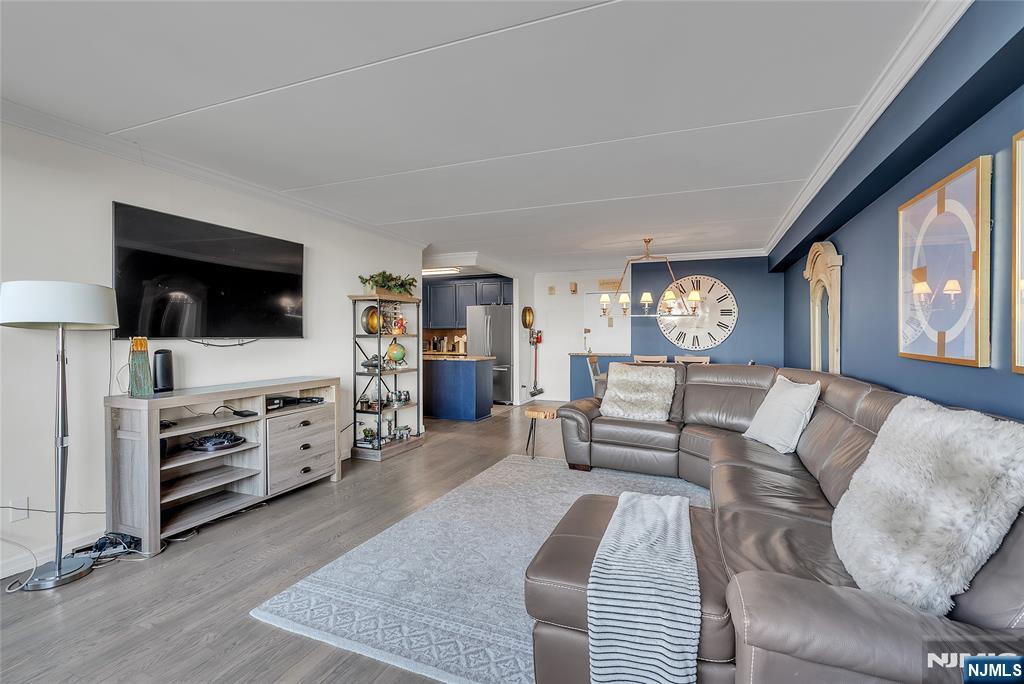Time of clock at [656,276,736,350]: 8:54
